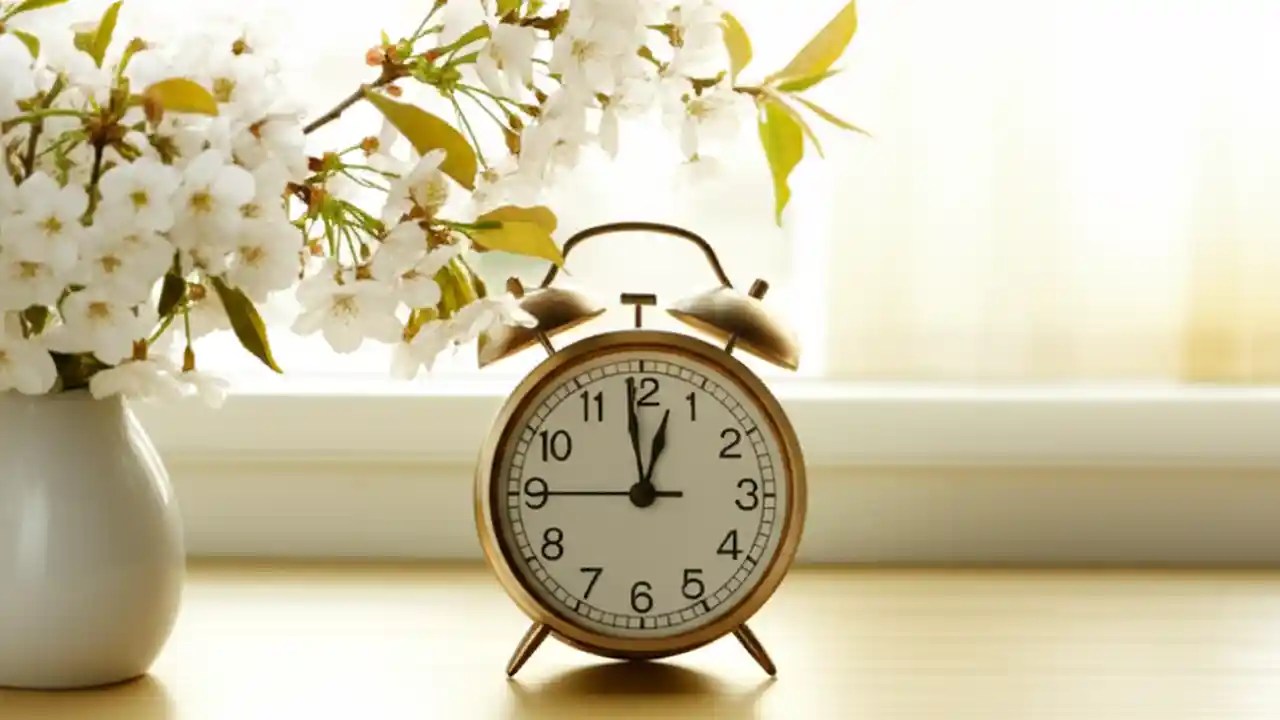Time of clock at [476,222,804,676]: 12:58
